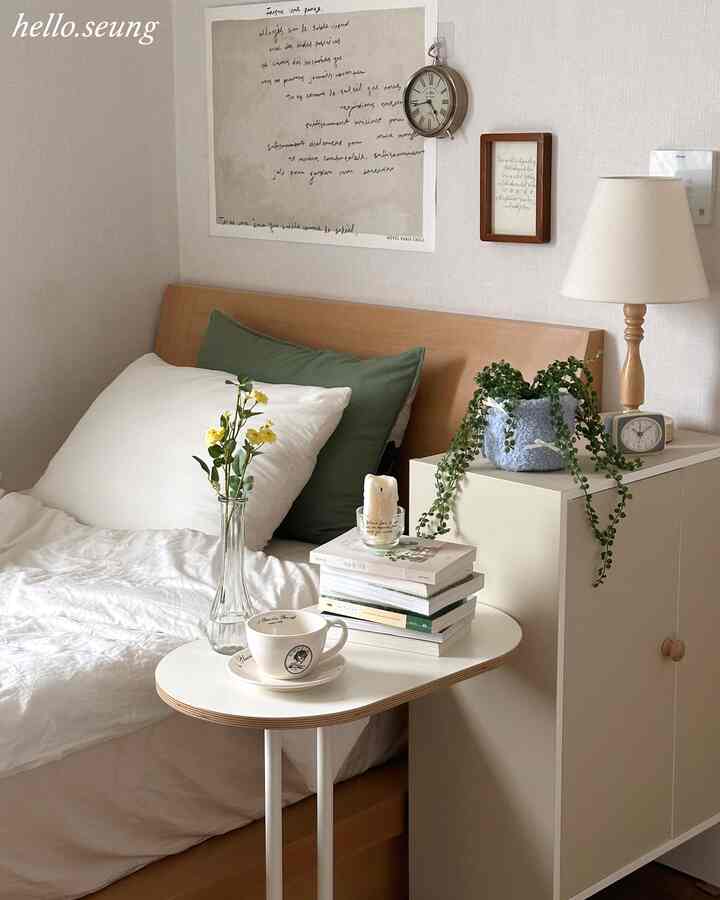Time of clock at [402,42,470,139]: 4:42
